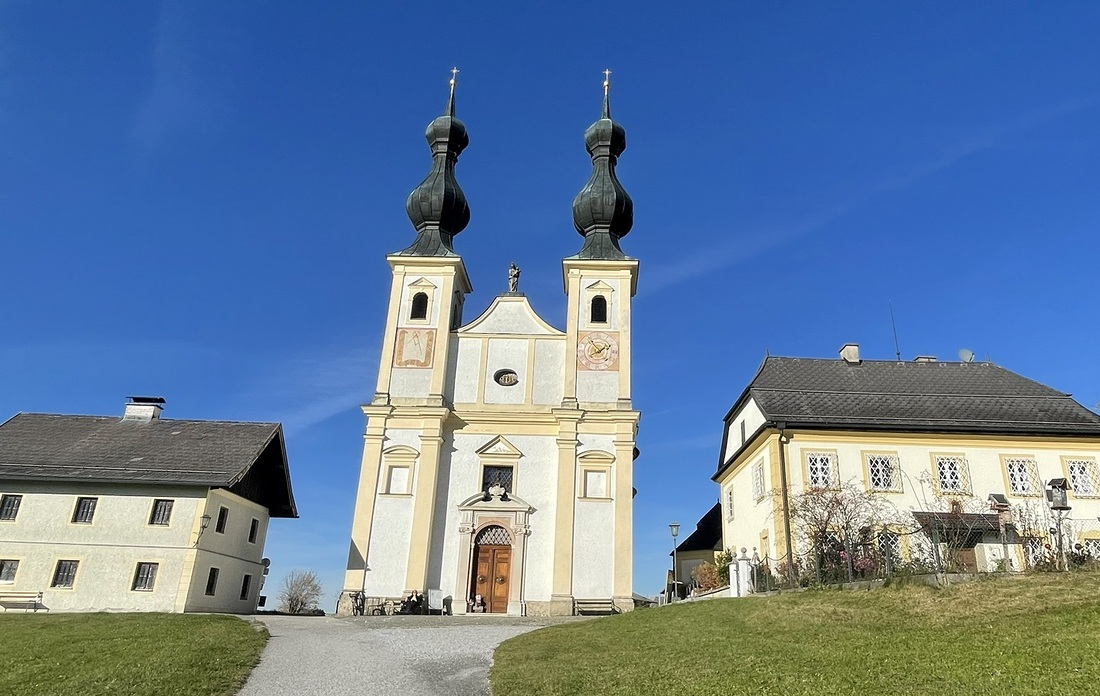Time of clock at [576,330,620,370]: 1:54
